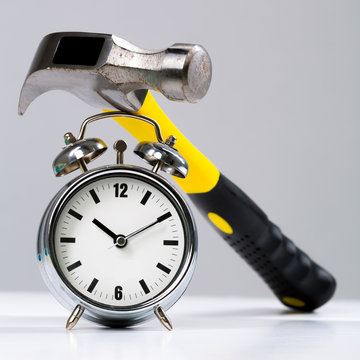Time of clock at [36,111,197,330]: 10:10
